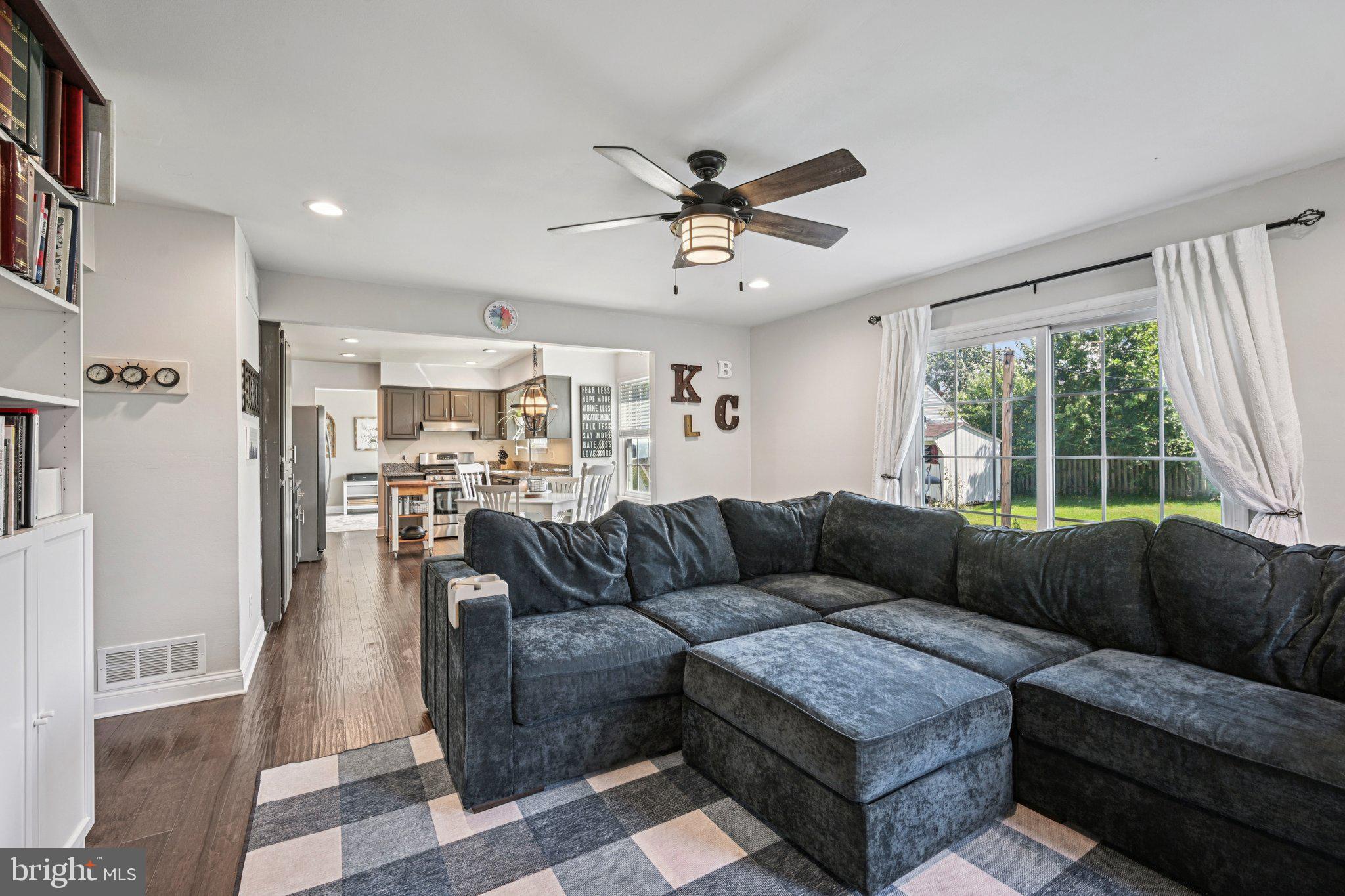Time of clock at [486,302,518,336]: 12:51
